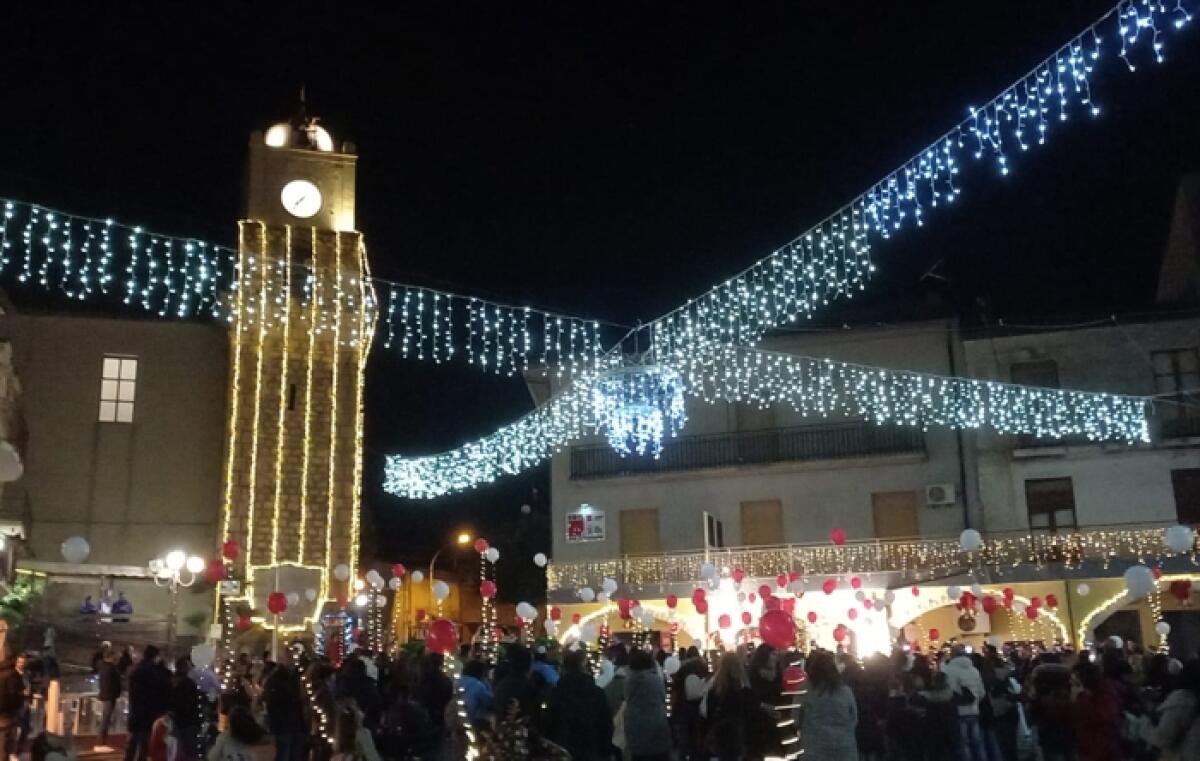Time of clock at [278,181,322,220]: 7:37
